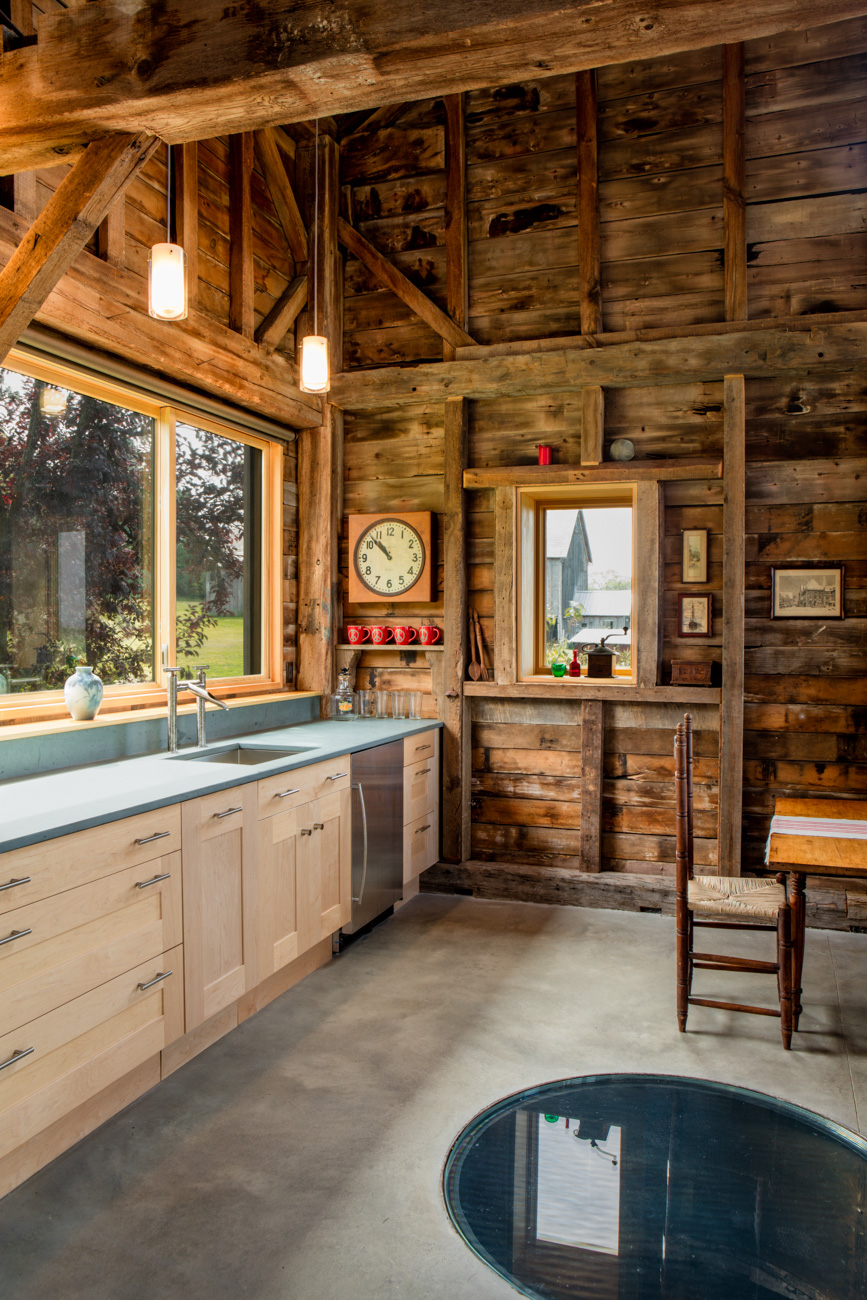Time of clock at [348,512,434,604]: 10:52
